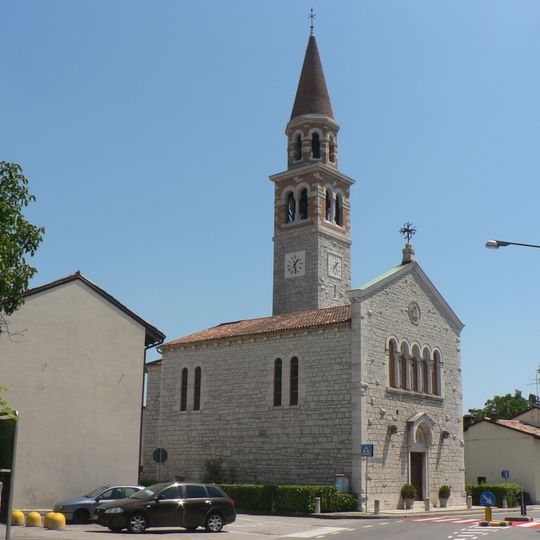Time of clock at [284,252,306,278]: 1:28
